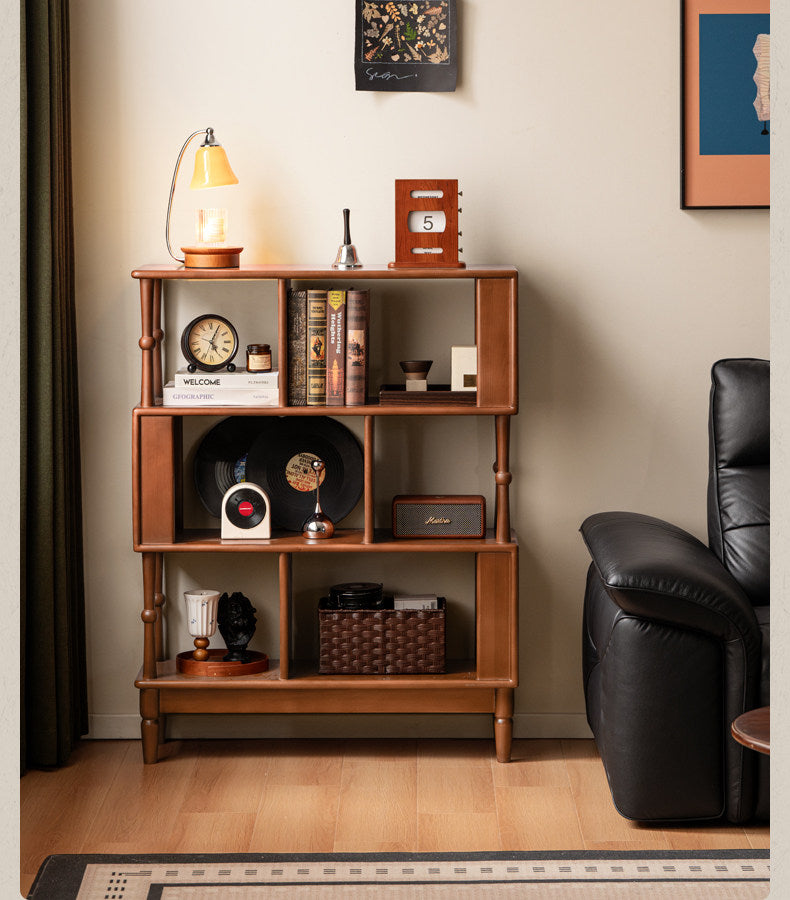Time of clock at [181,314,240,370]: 5:04
